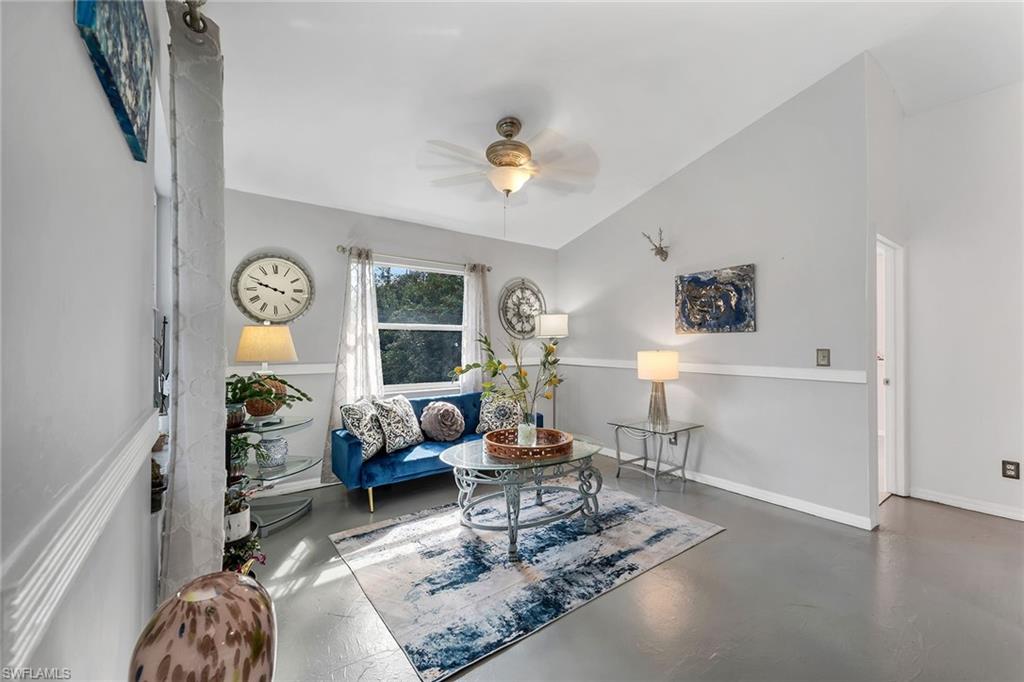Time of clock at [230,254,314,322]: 9:48
